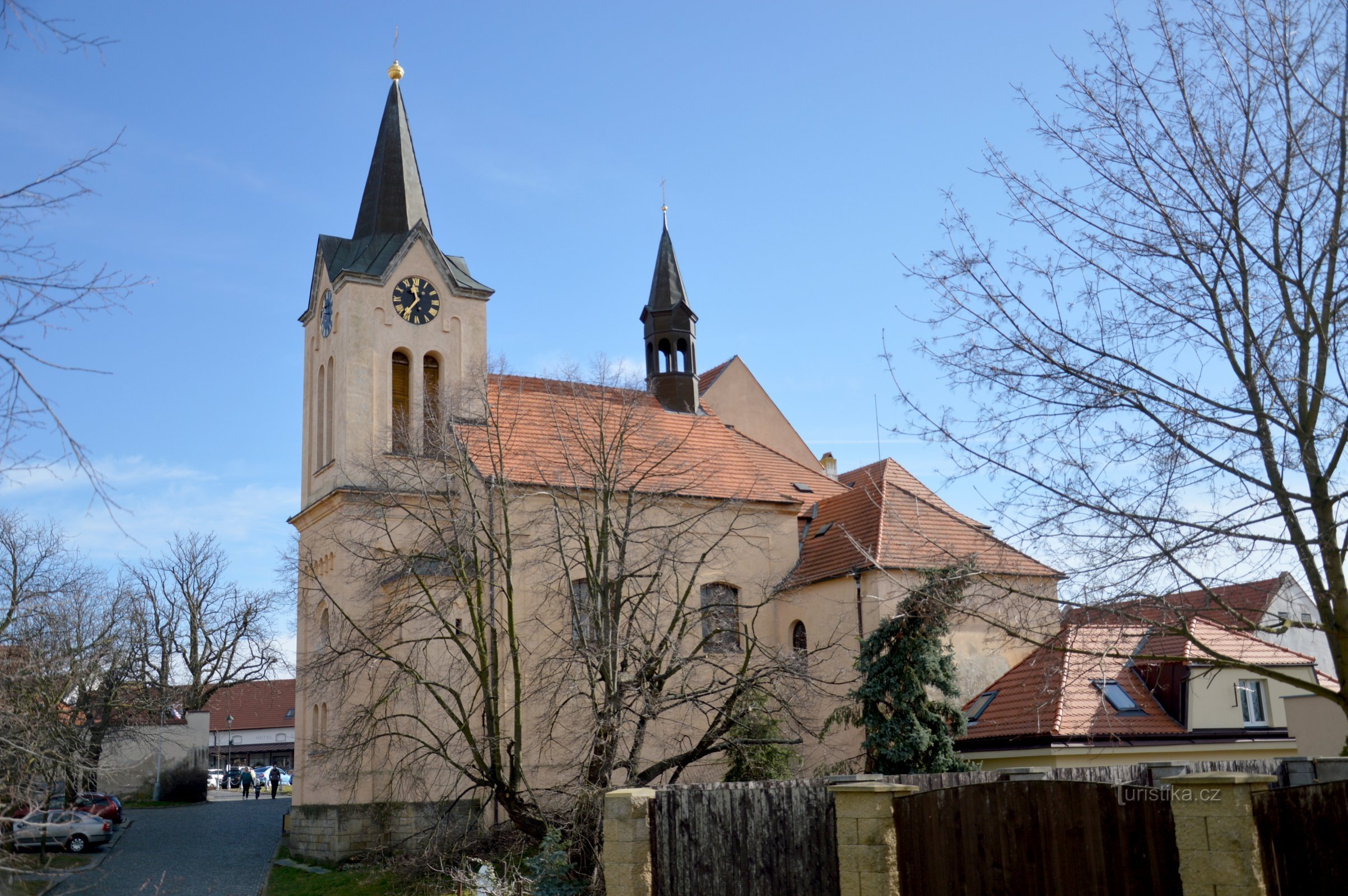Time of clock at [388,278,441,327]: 11:36
